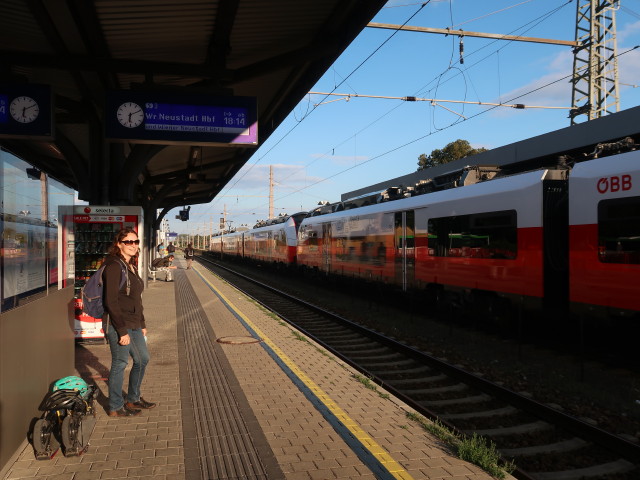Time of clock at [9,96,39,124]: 6:10
